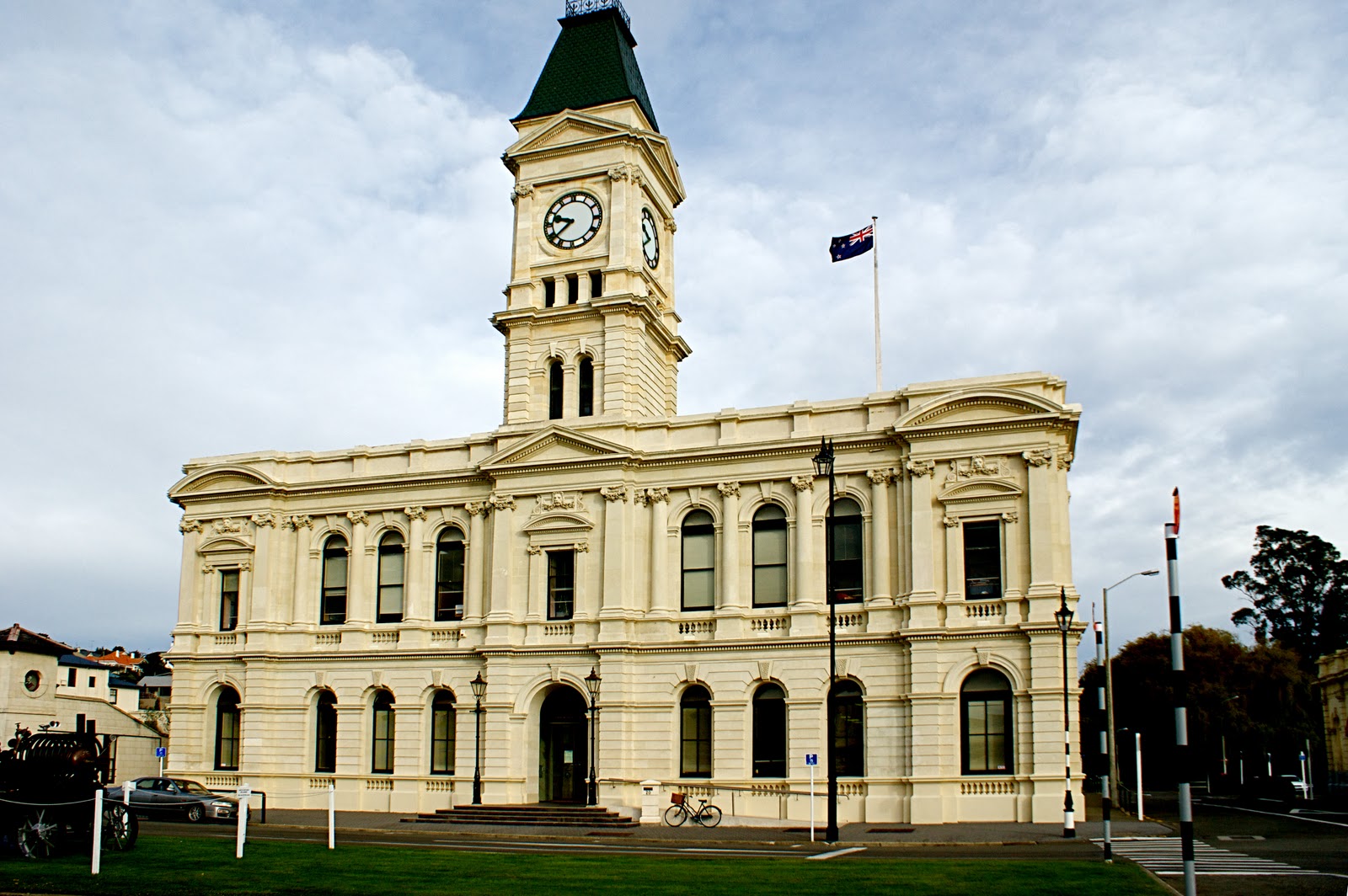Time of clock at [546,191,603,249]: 9:38
